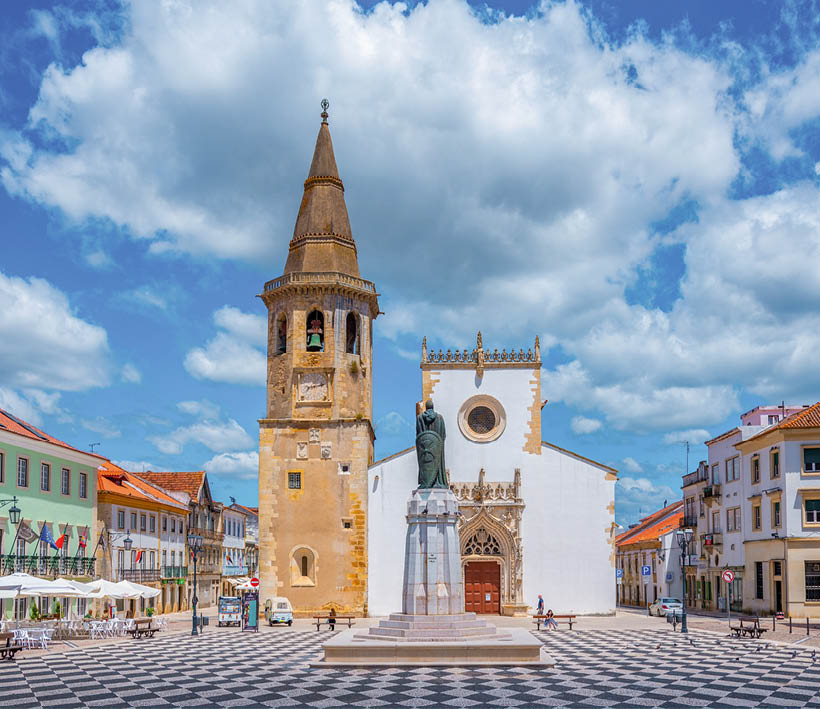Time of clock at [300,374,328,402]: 8:12
